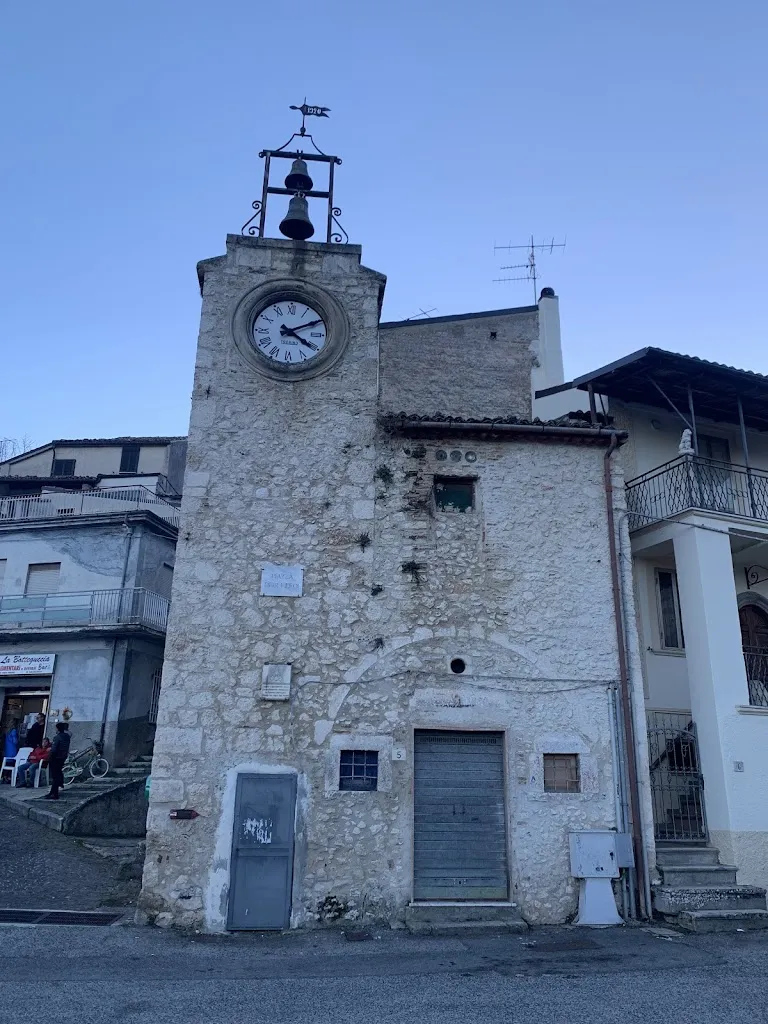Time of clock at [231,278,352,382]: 4:10
